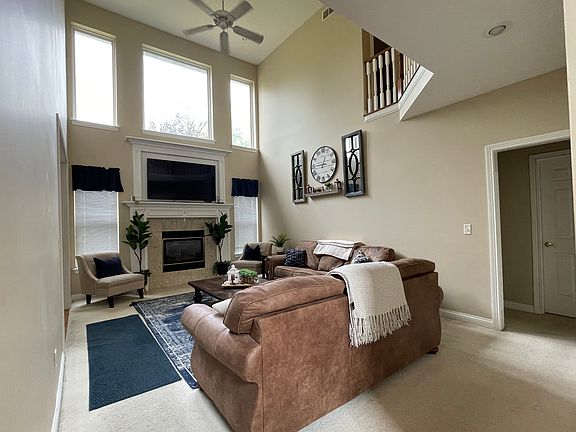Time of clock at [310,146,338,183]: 12:45
